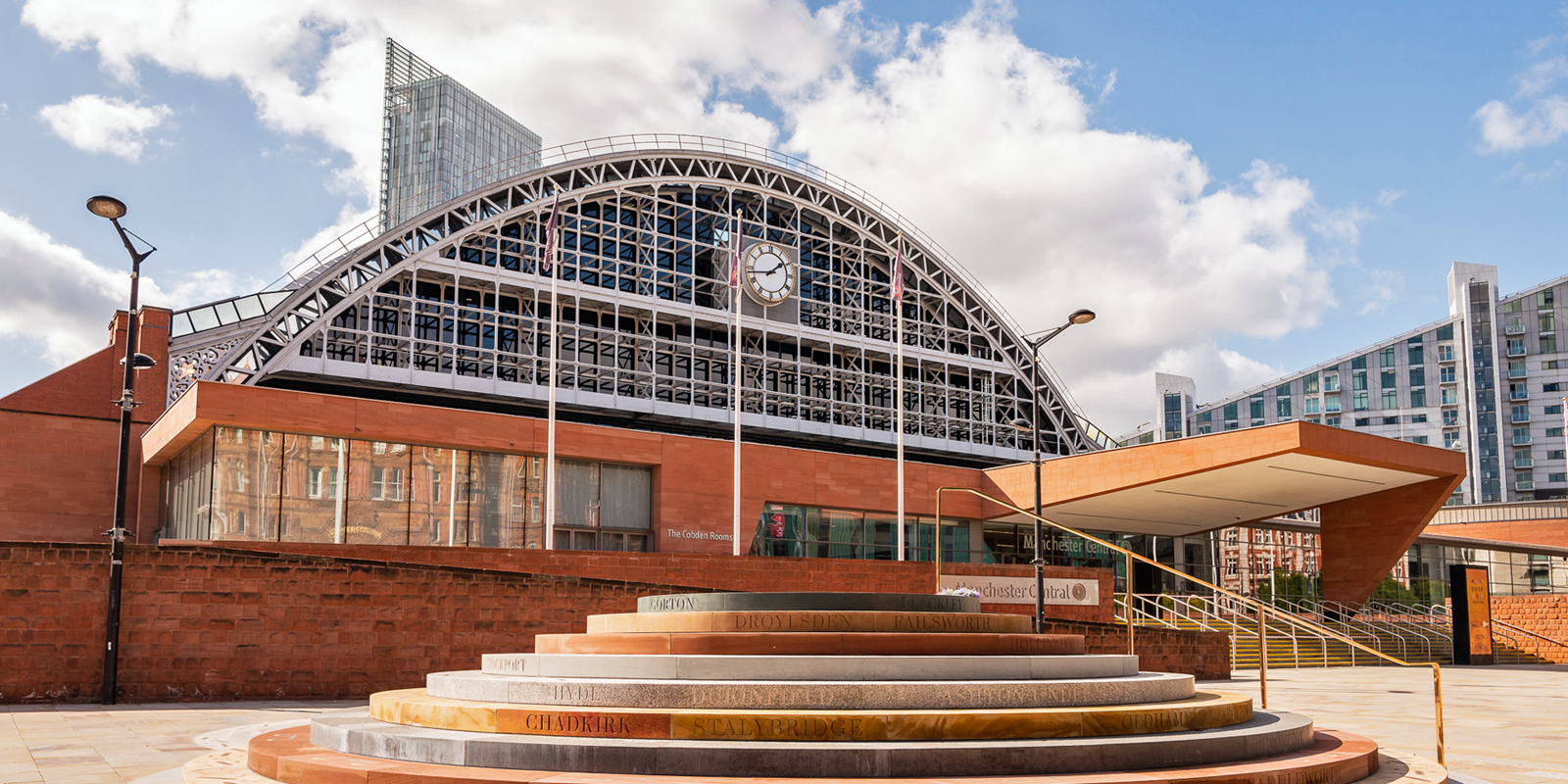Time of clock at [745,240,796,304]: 1:43
